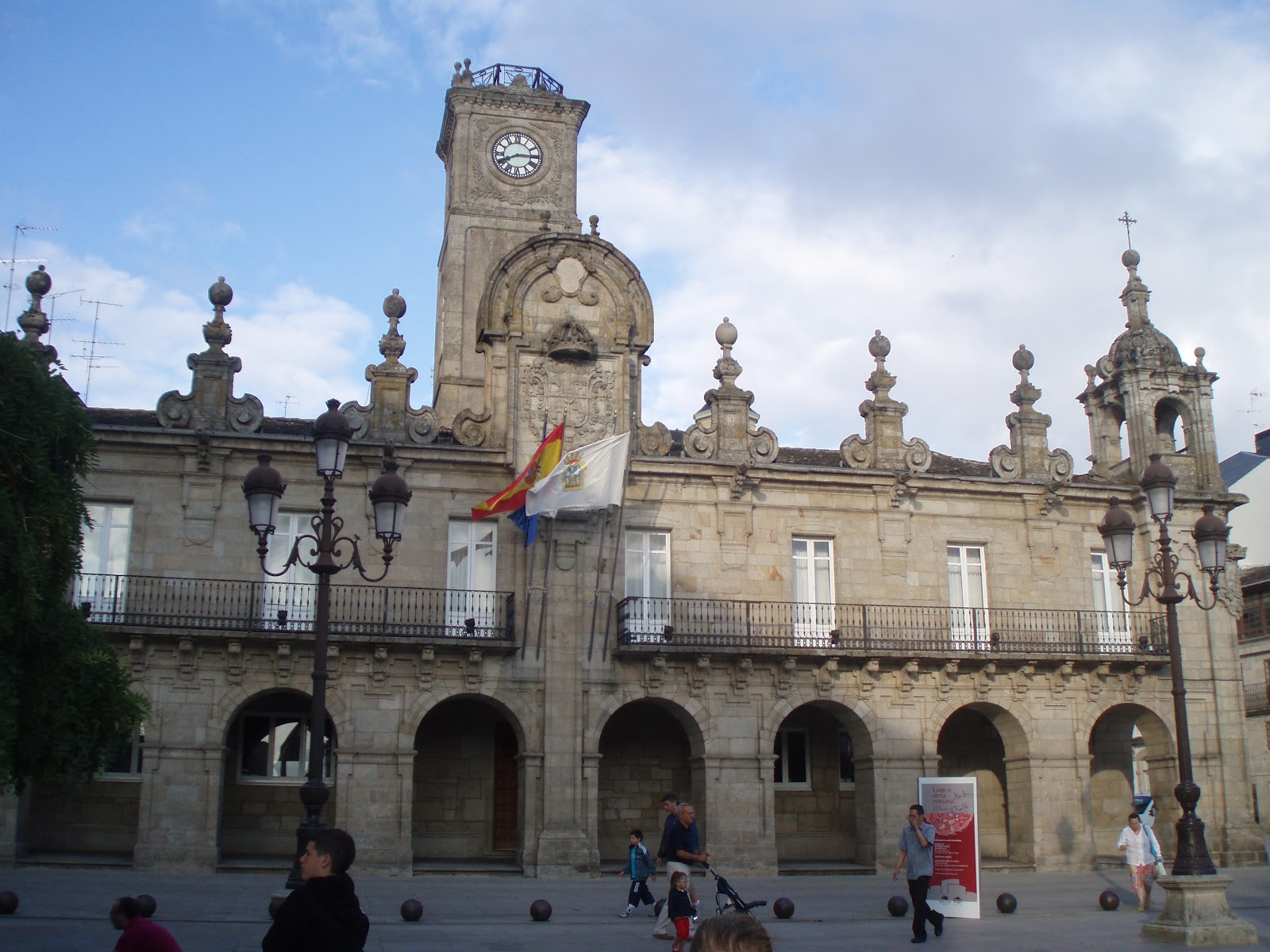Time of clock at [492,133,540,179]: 8:15
